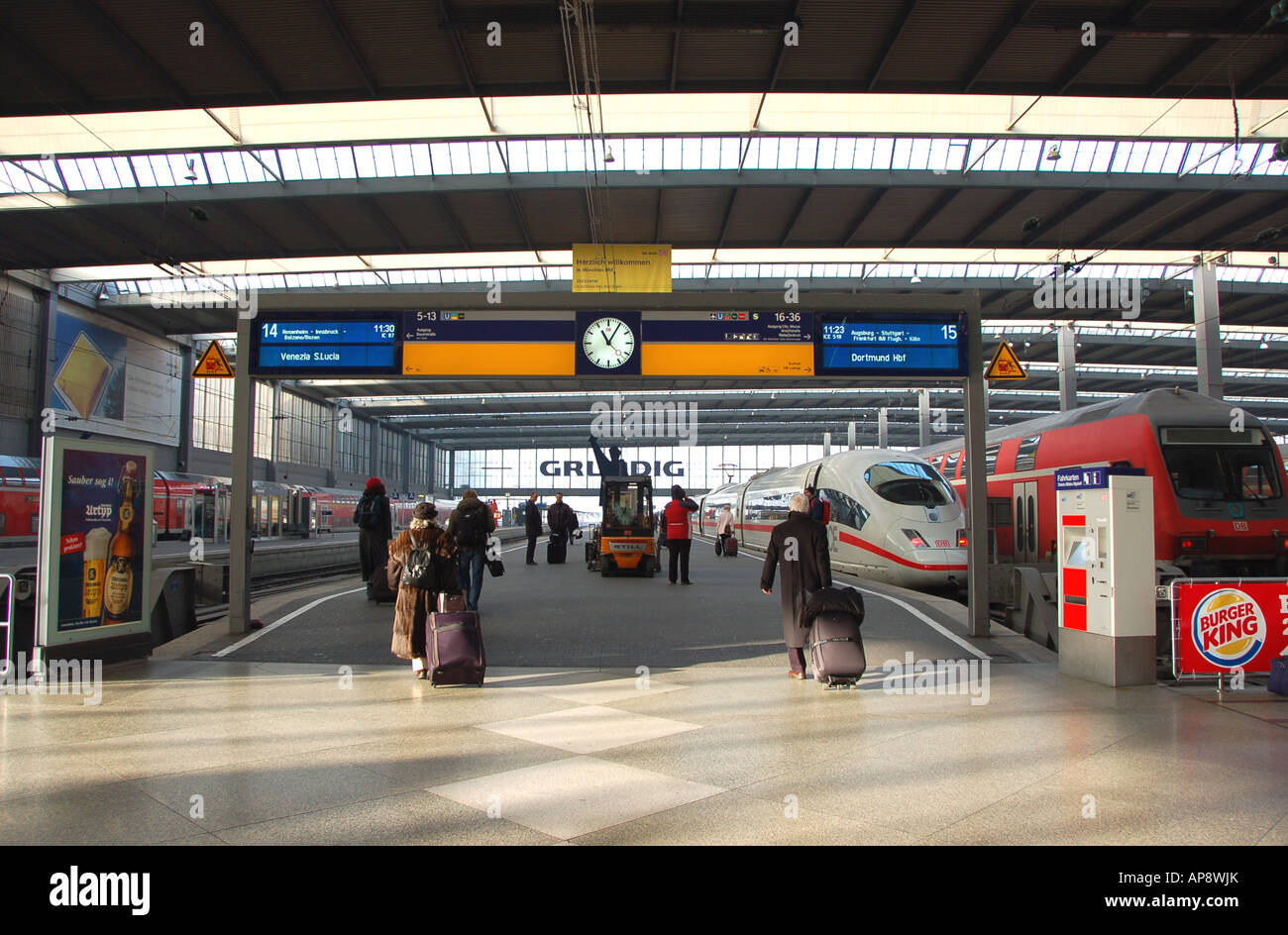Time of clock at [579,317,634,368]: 11:05
